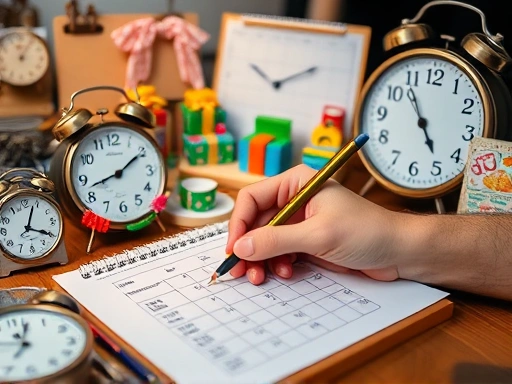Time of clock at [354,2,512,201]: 4:54
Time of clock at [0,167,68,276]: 4:04
